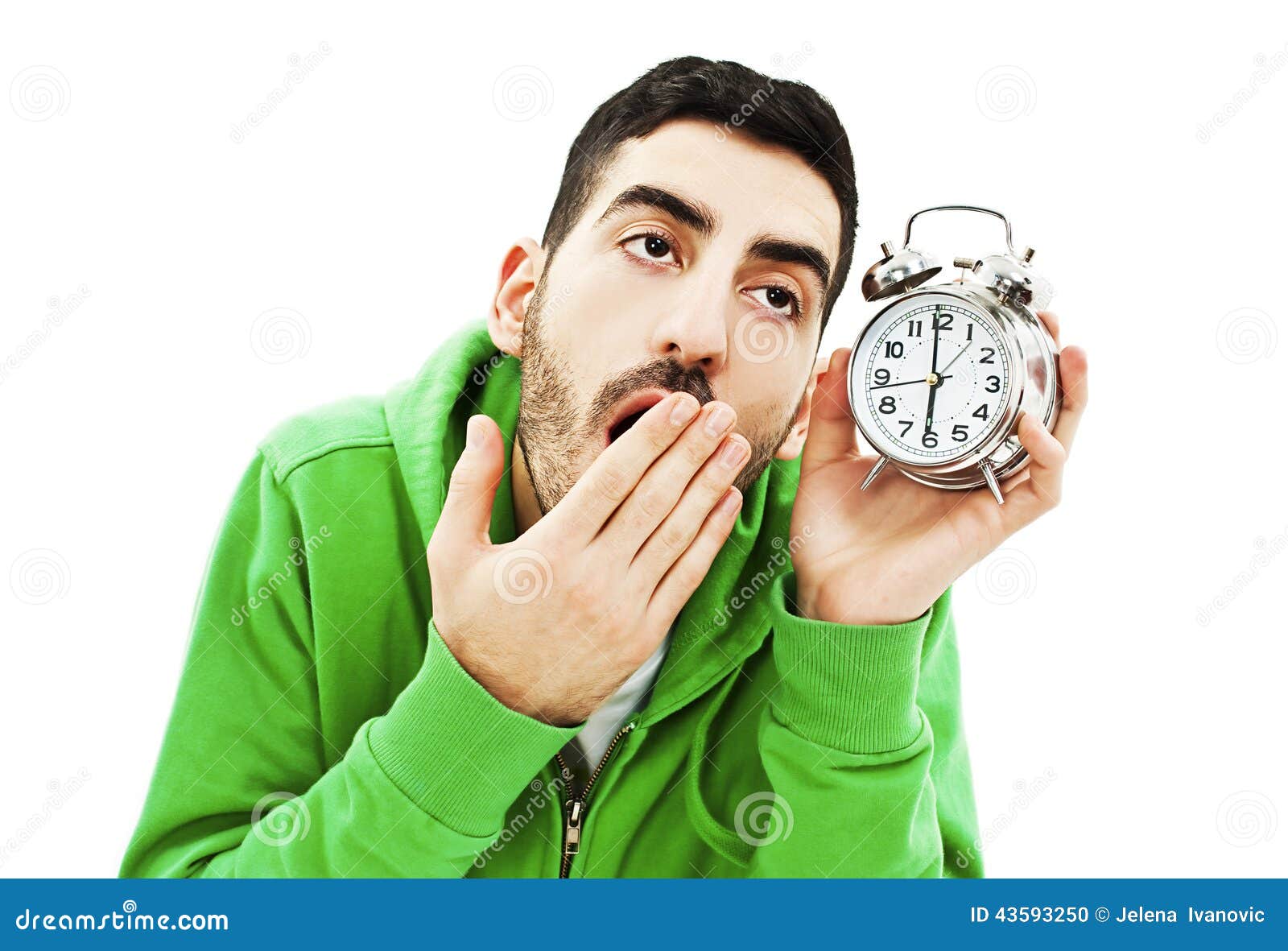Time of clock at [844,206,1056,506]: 5:59
